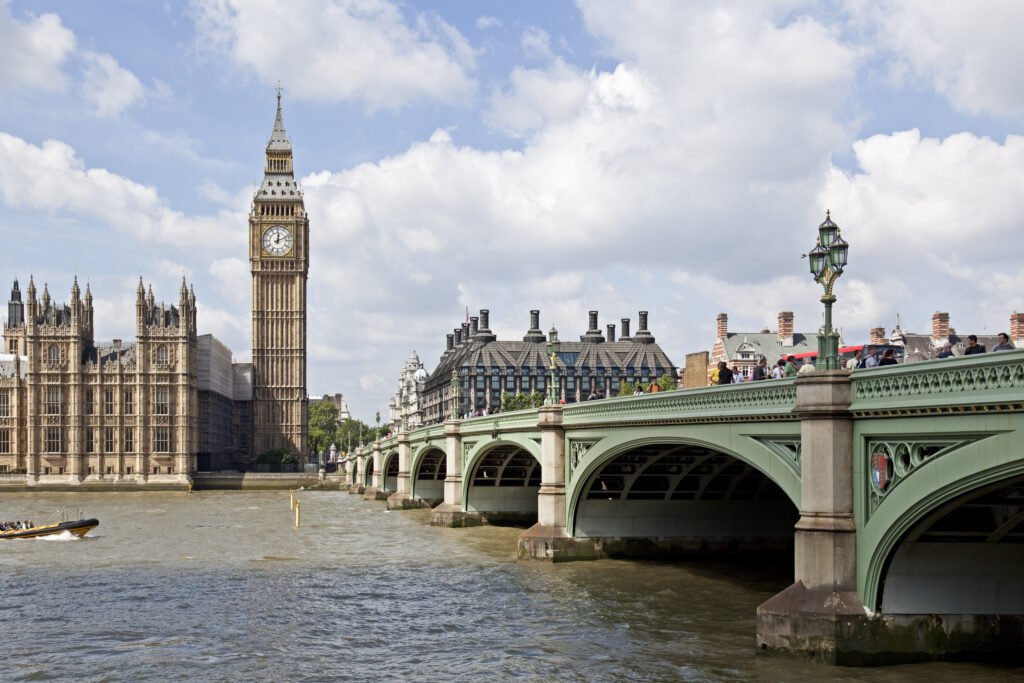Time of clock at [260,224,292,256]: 12:11
